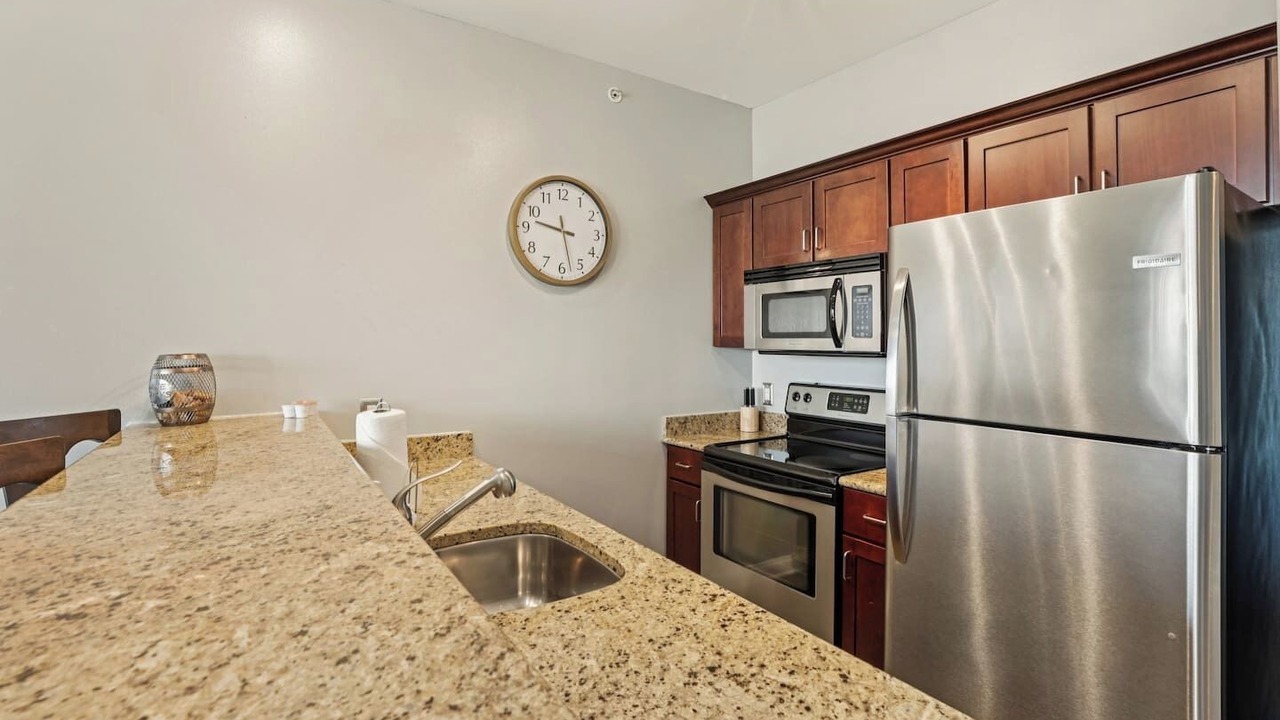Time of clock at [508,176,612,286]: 9:27
